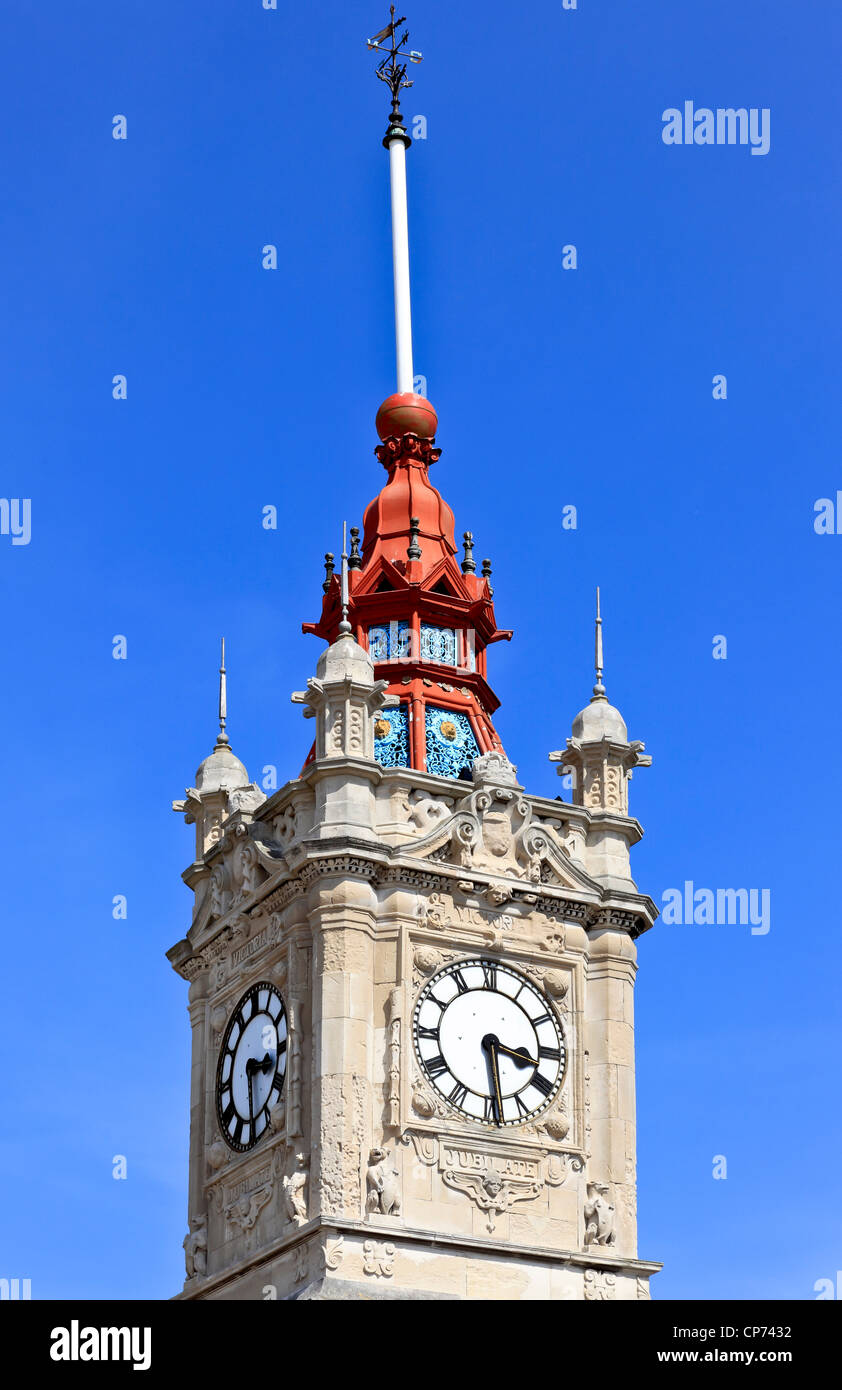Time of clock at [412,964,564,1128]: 3:29
